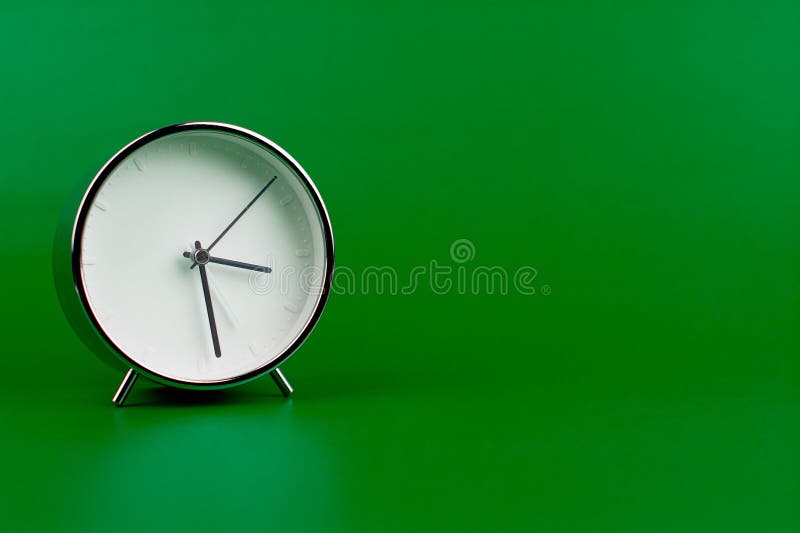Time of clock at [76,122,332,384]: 3:28
